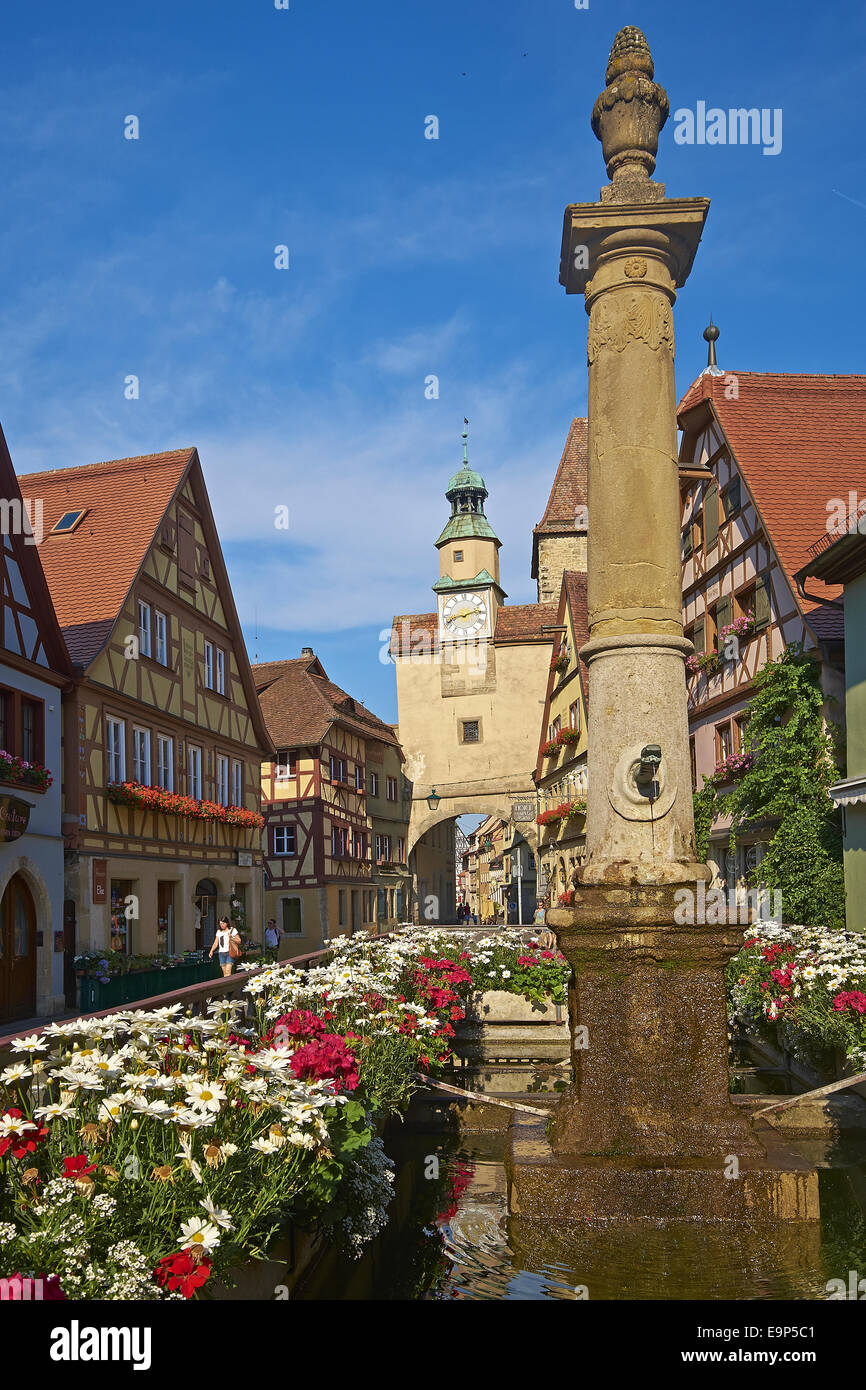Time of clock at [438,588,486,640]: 8:12
